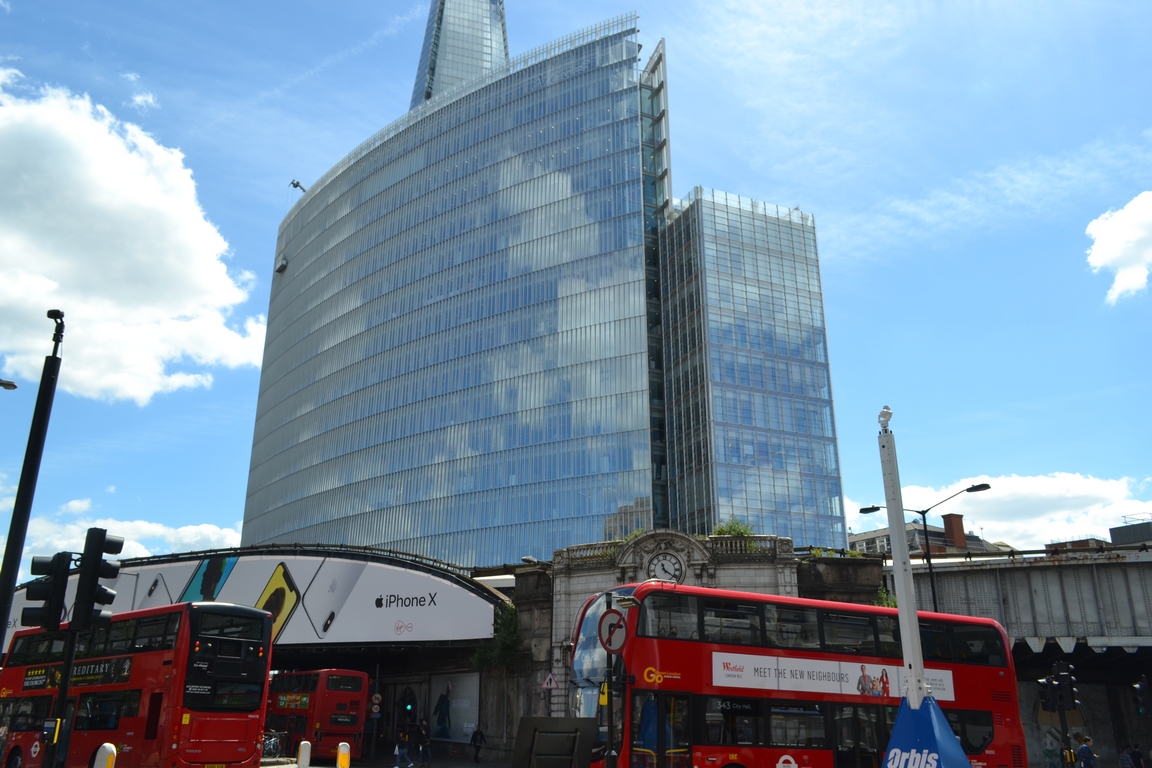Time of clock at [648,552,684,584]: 11:21
